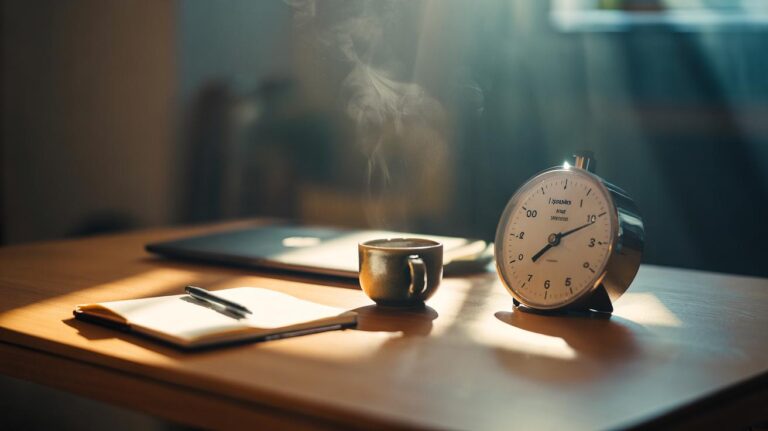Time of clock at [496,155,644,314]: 7:10
